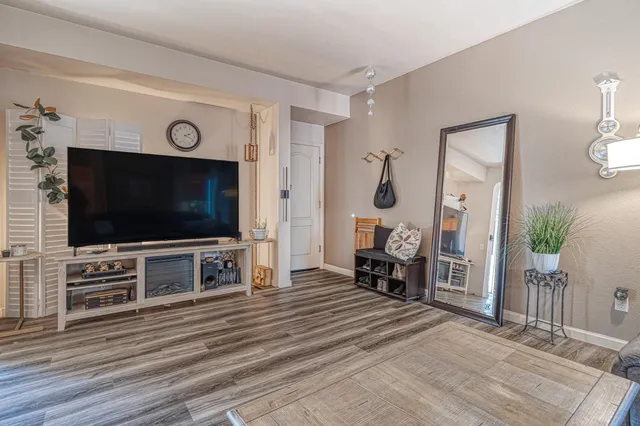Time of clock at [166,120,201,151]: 2:18
